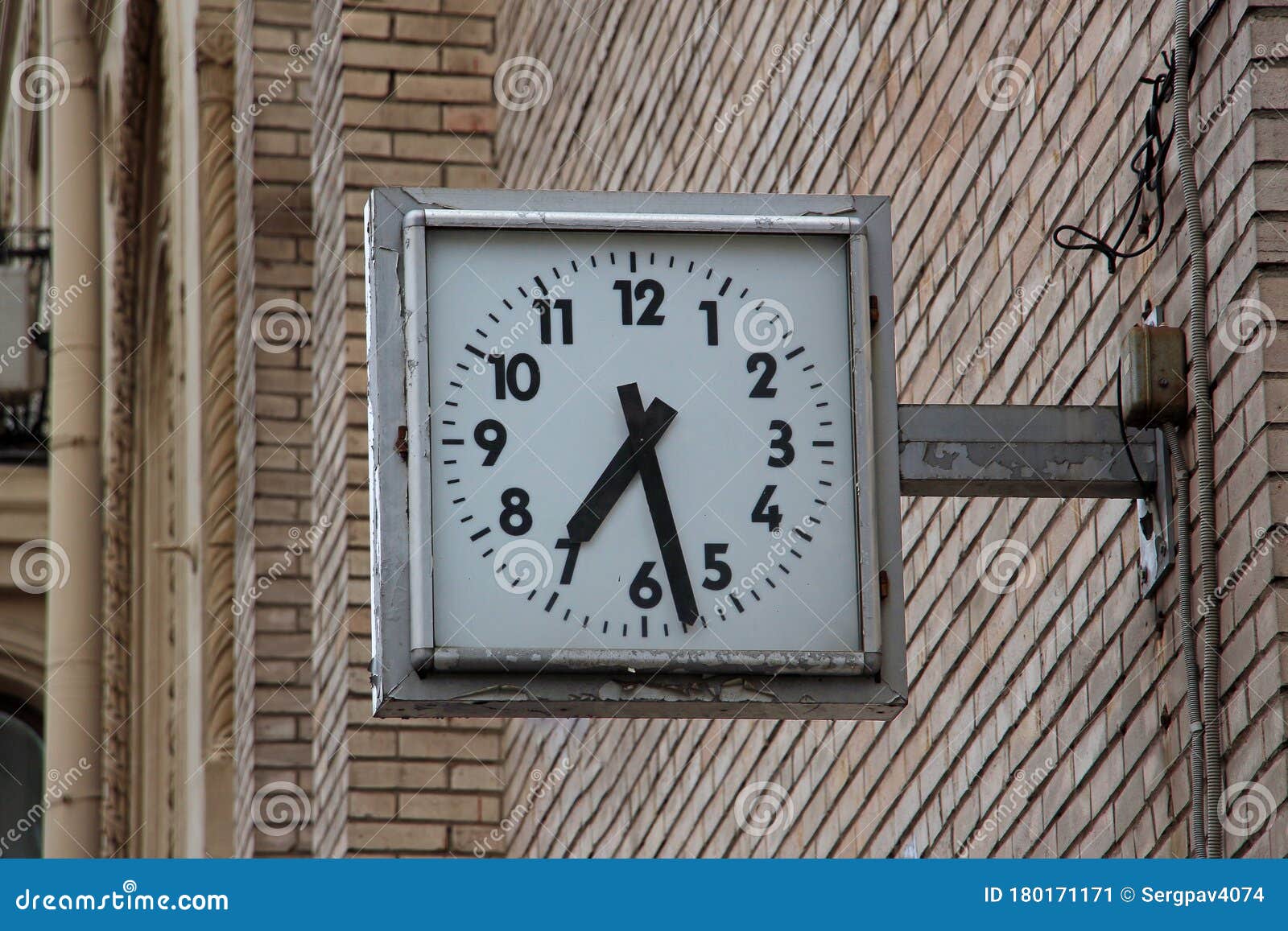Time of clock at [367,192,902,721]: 7:27
